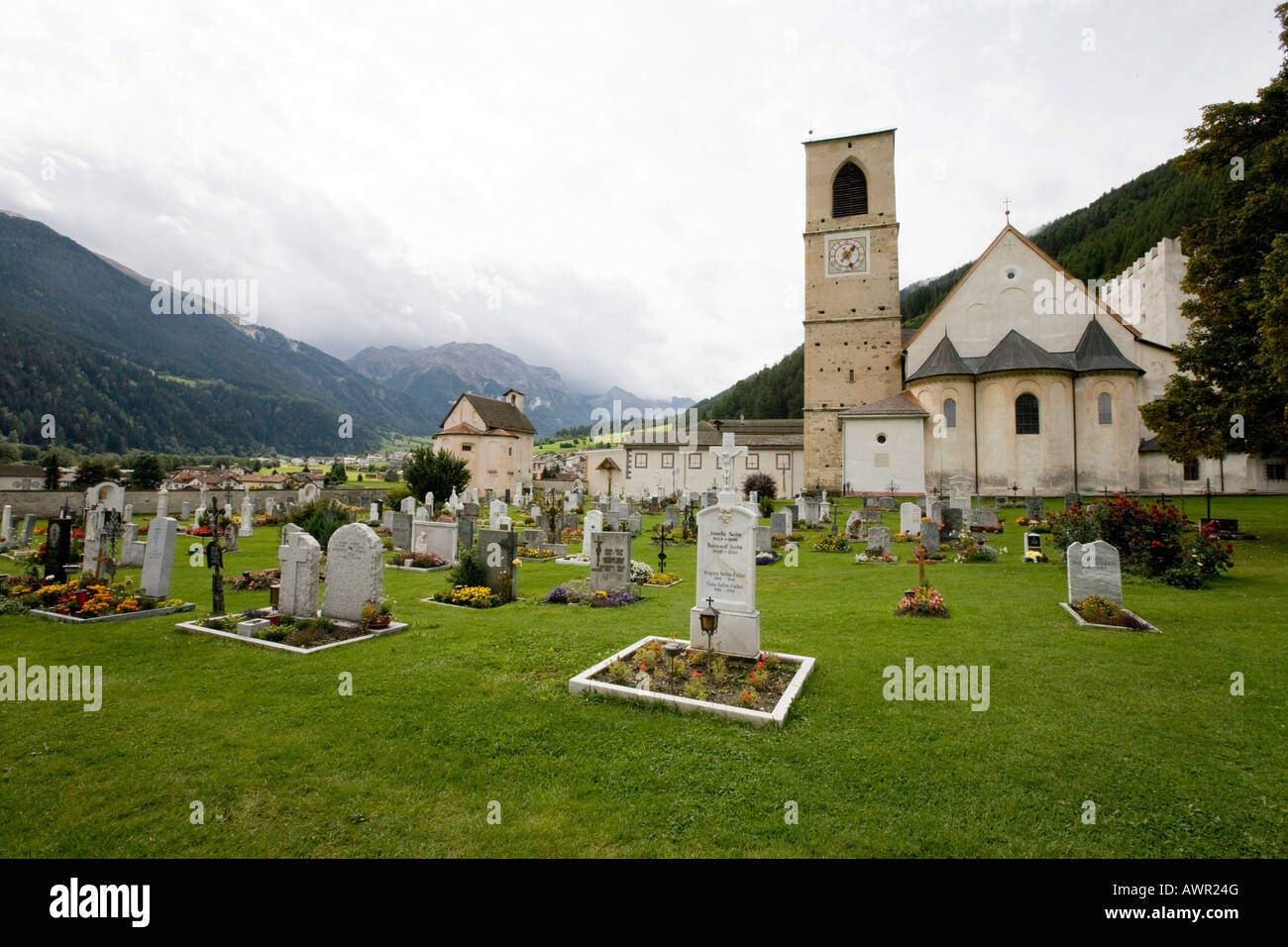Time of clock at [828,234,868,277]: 1:26
